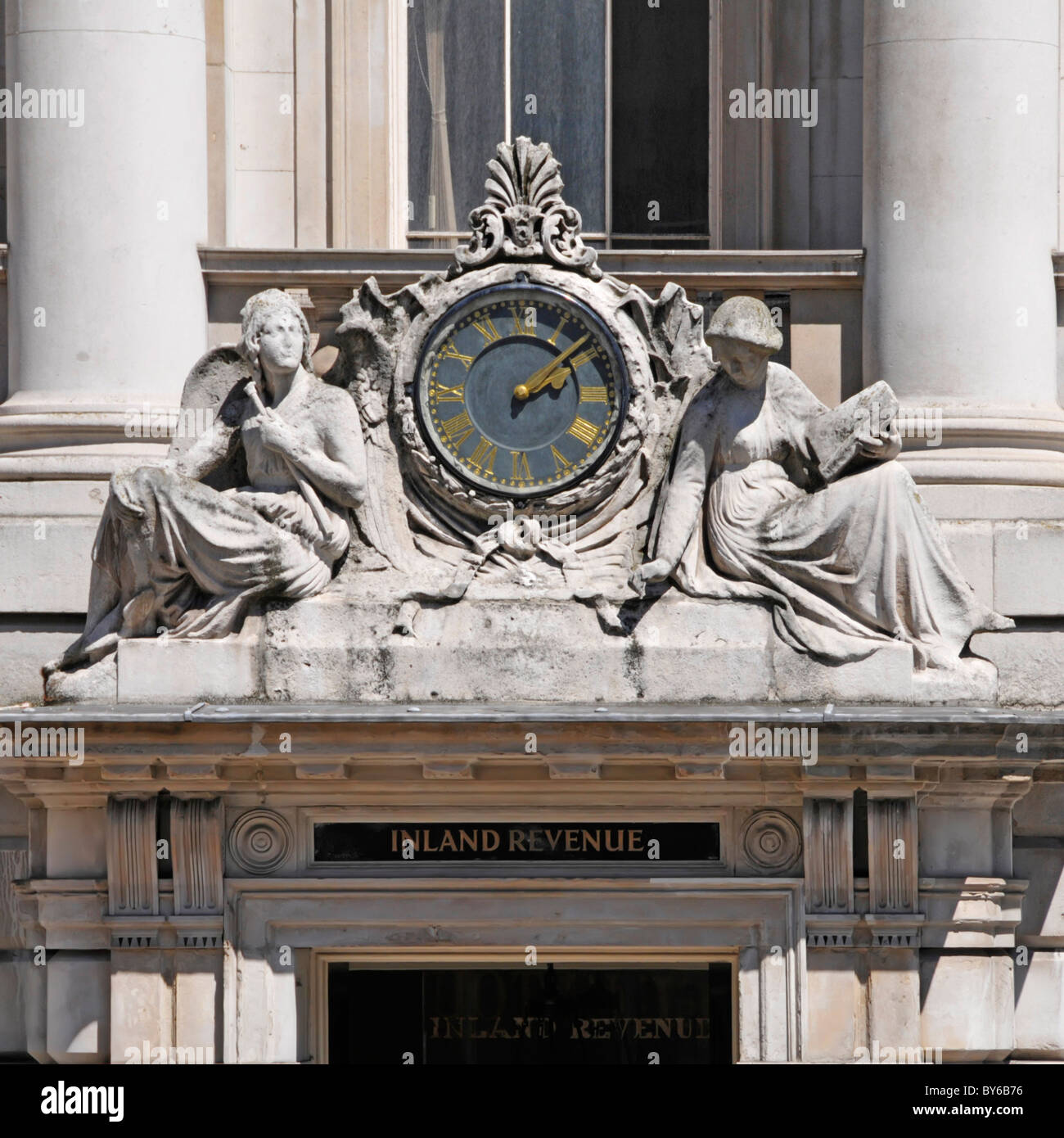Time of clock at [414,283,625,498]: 2:08
